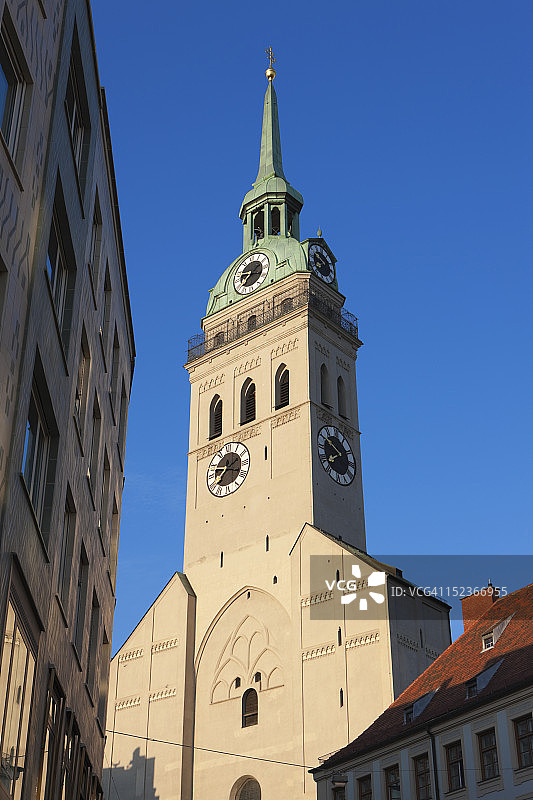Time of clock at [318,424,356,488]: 7:50
